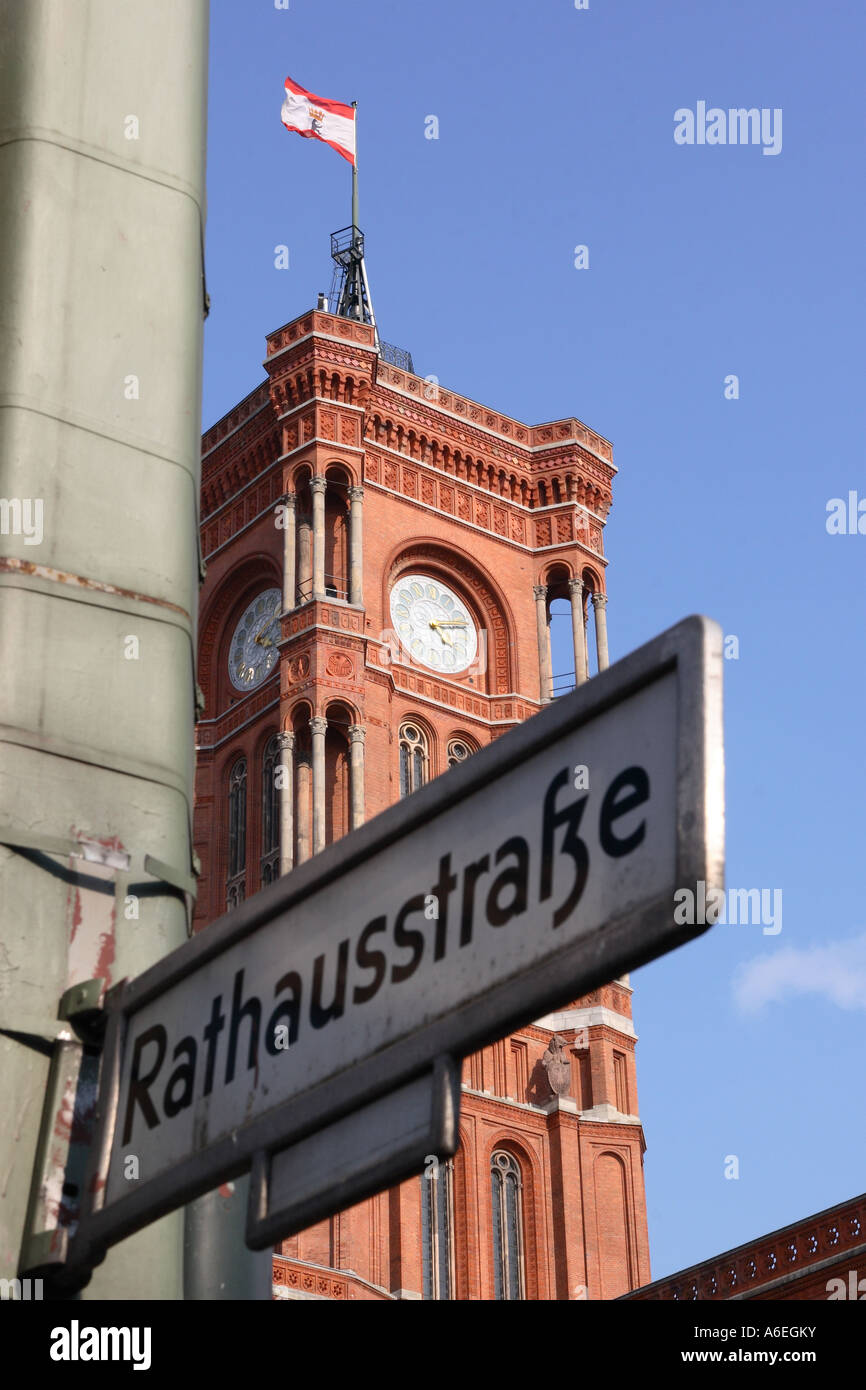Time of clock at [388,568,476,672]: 4:12
